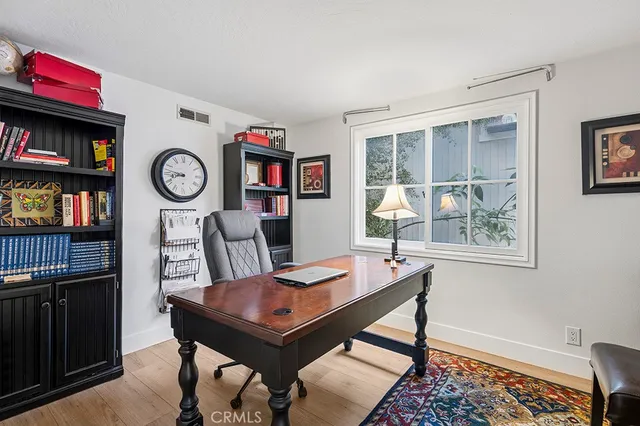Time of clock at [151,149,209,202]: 8:47
